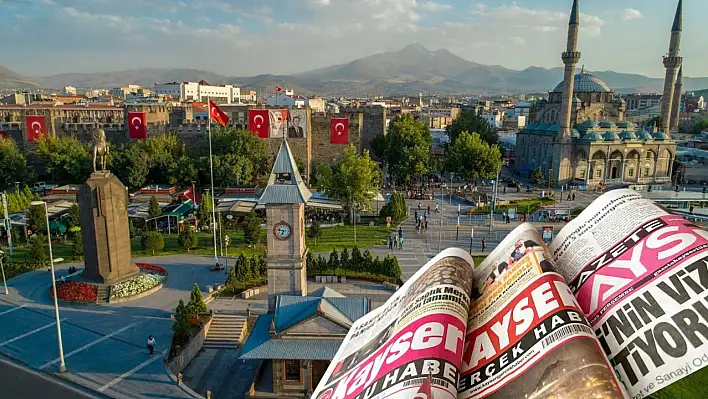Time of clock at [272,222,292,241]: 6:46
